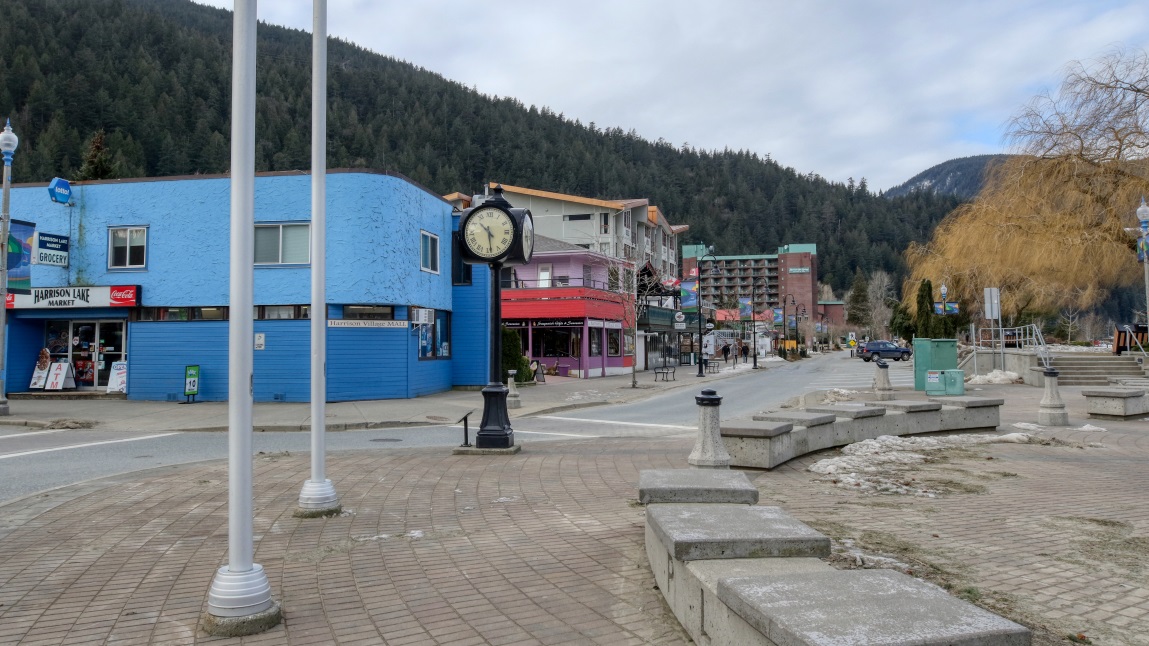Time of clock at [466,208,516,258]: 10:28
